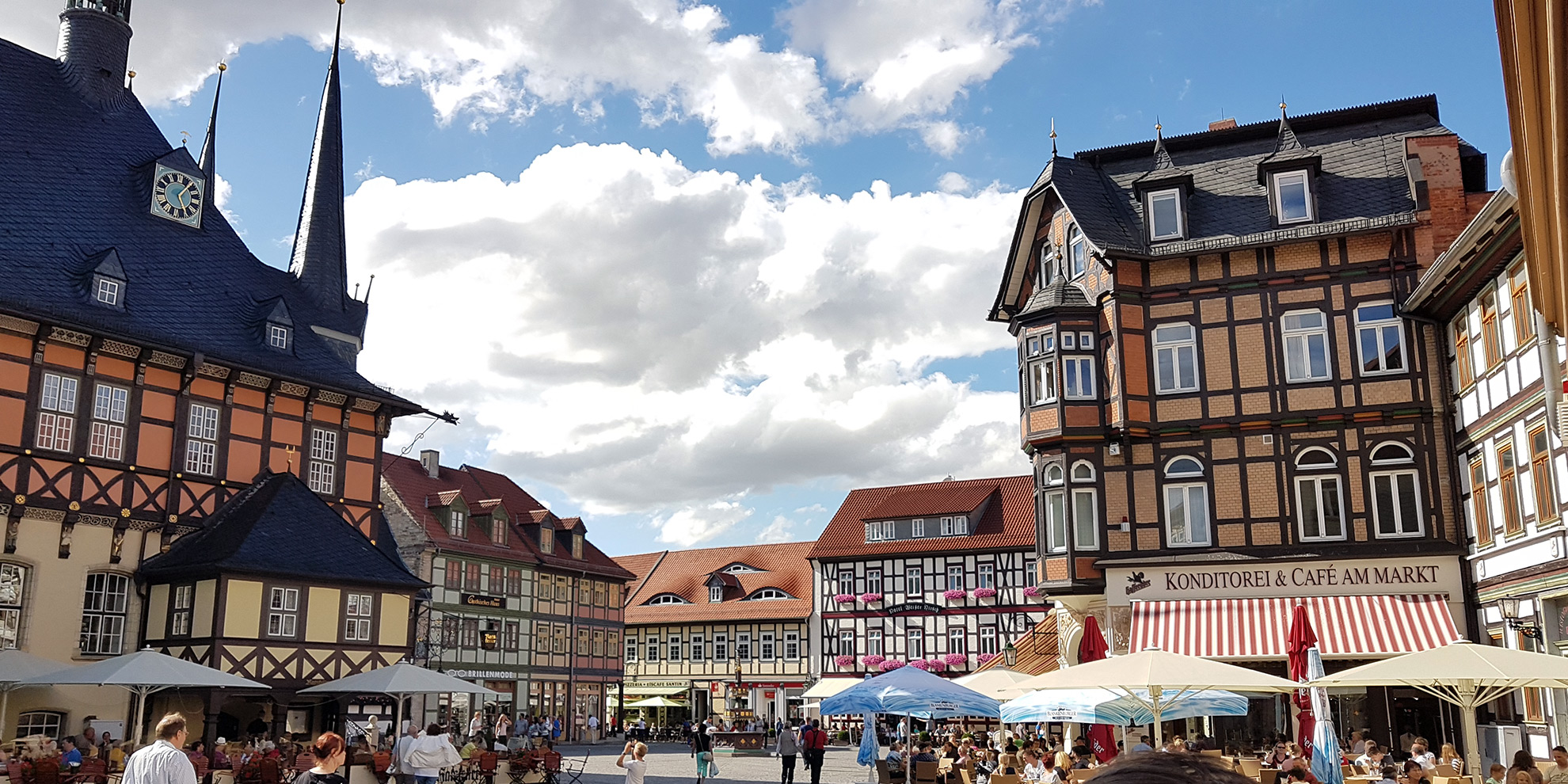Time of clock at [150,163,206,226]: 5:06
